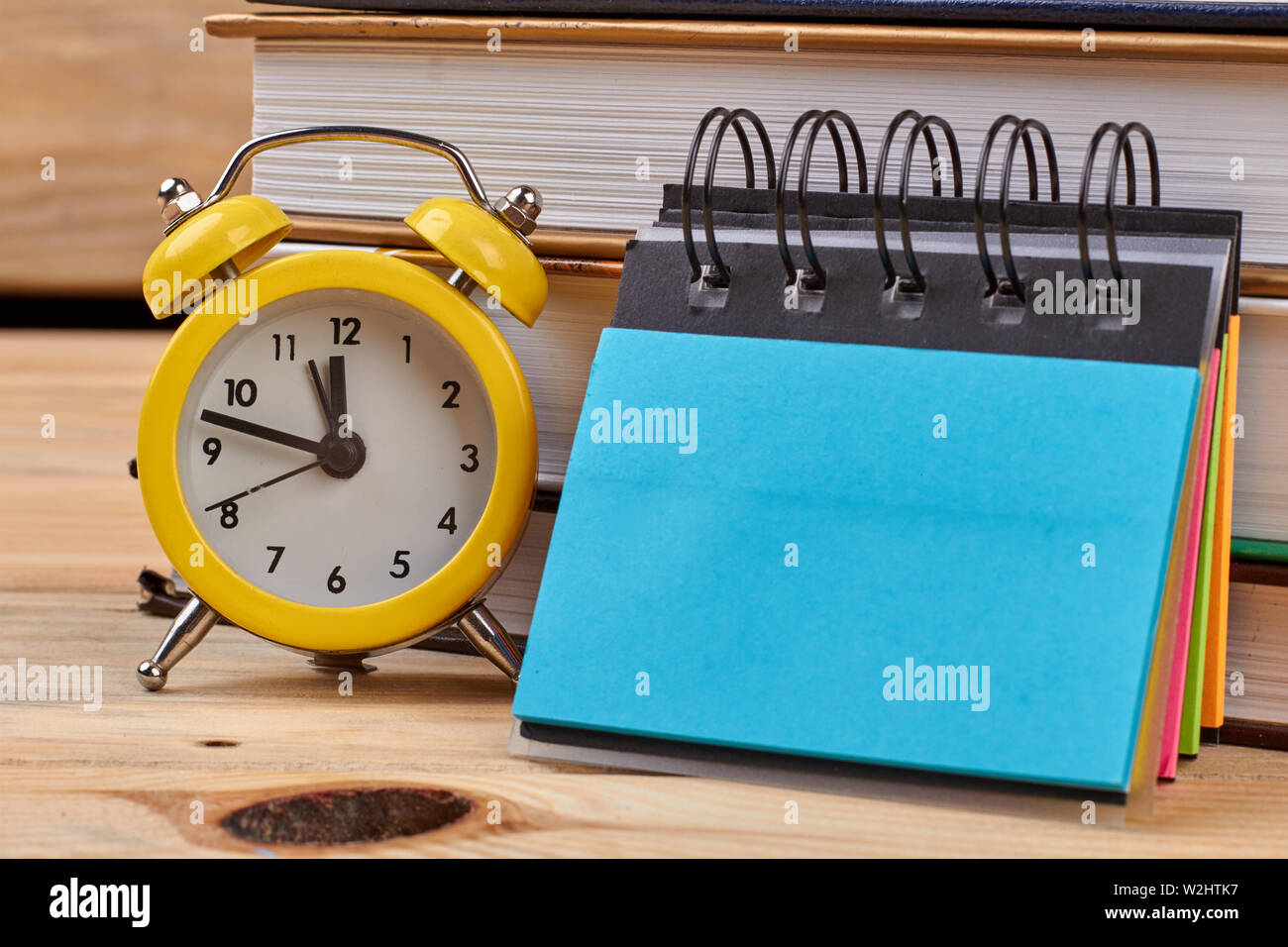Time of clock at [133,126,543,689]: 11:47
